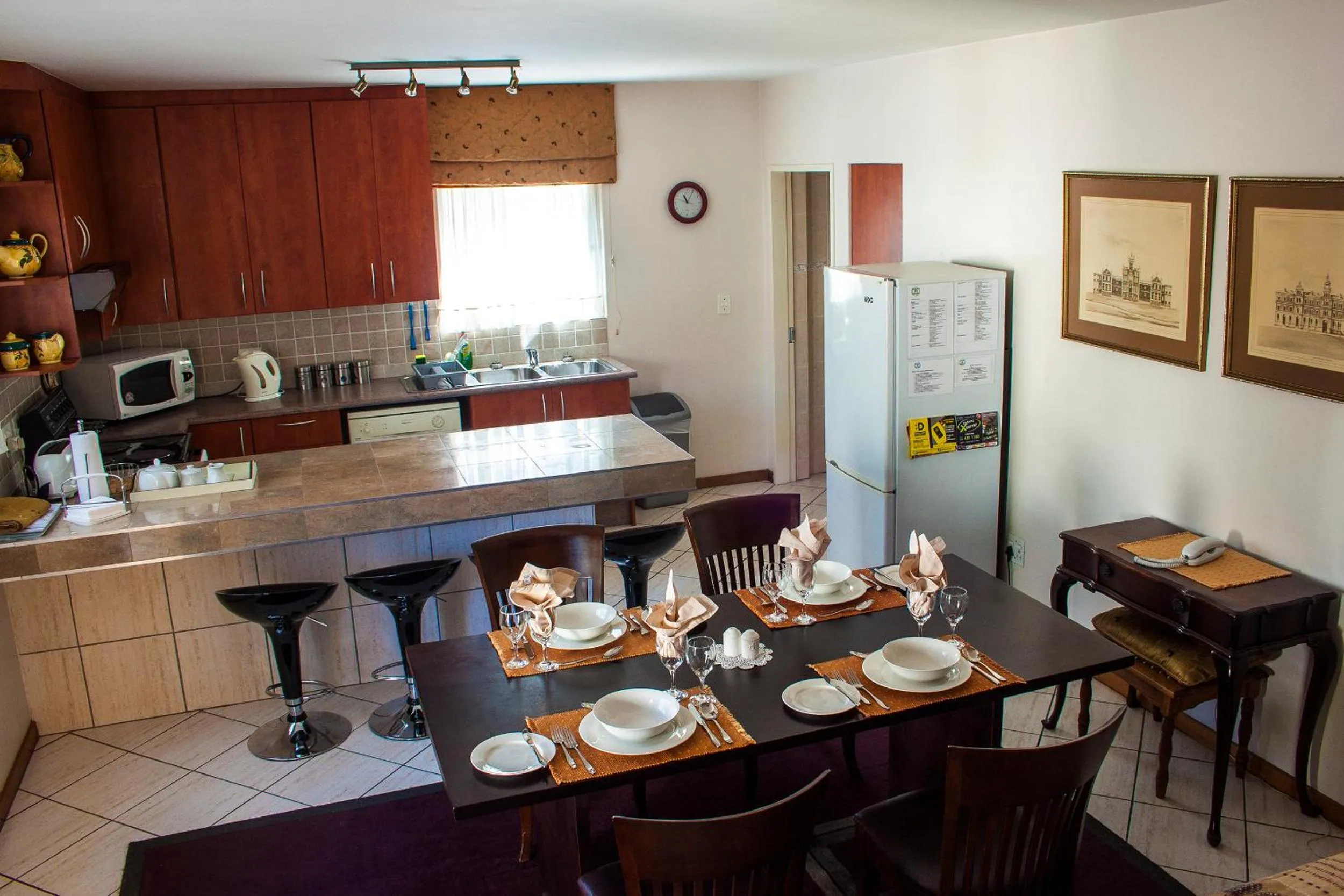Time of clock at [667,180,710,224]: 11:04
